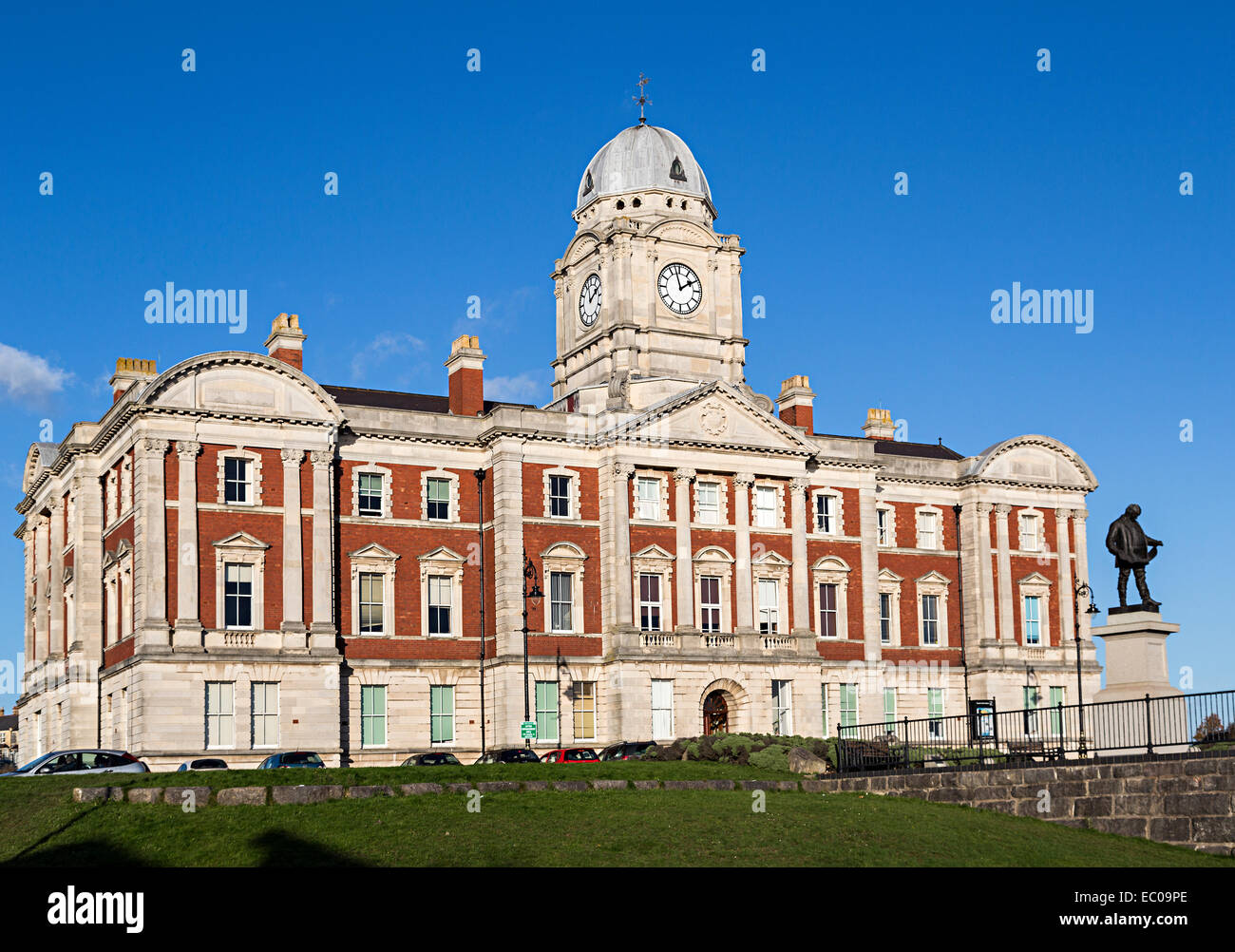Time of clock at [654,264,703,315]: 1:57
